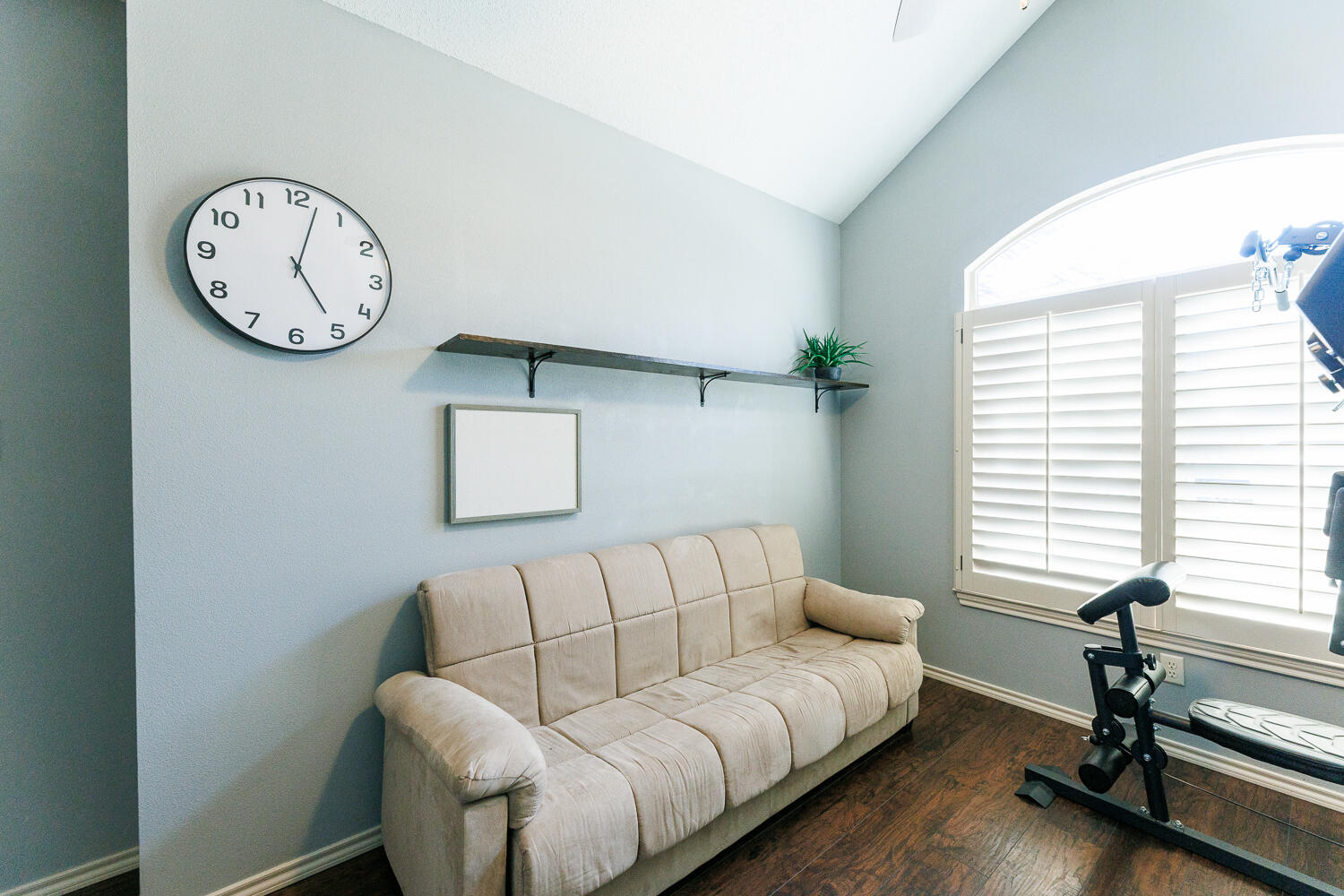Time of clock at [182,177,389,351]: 5:02
